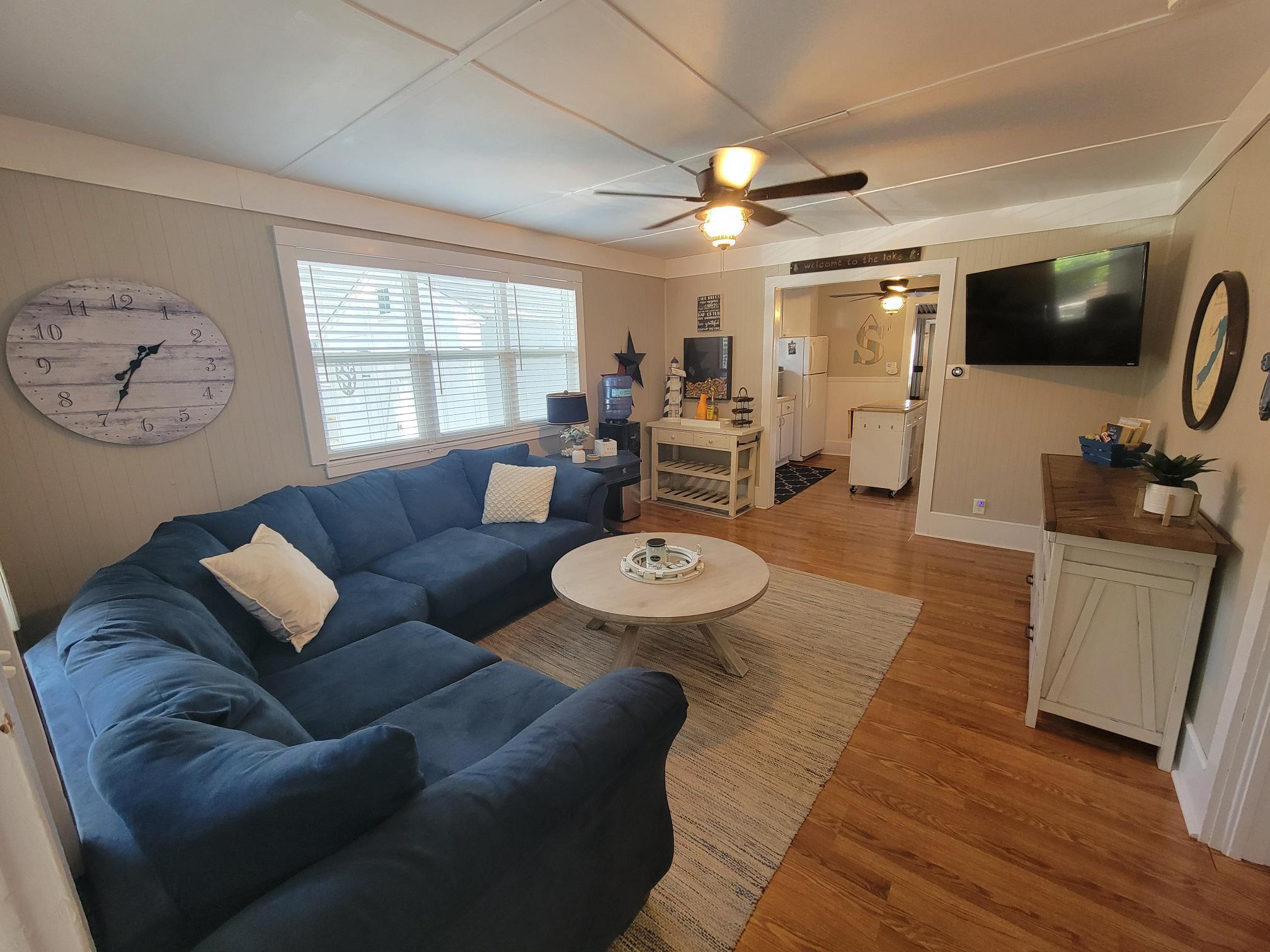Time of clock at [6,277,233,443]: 1:34
